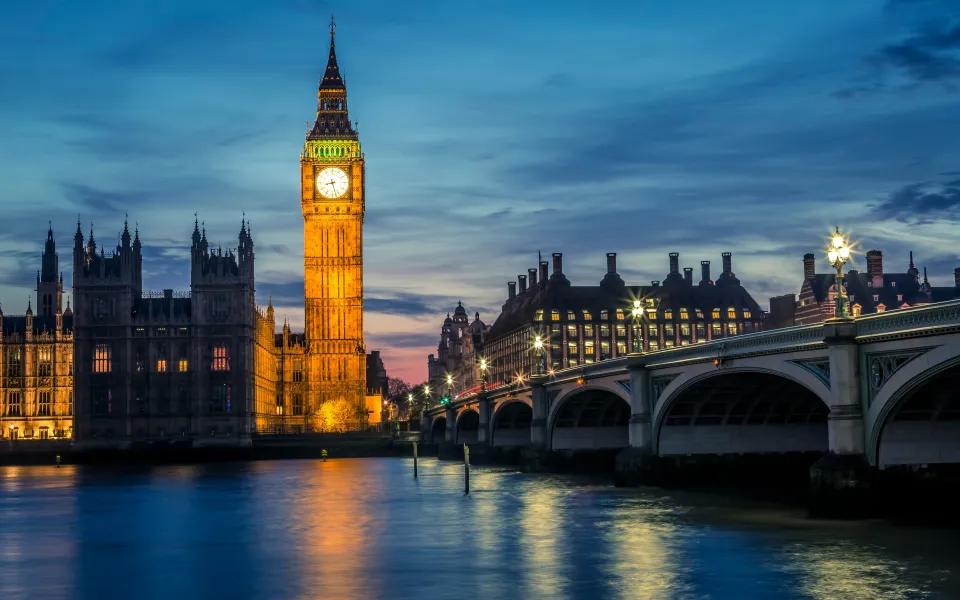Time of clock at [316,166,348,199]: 8:27
